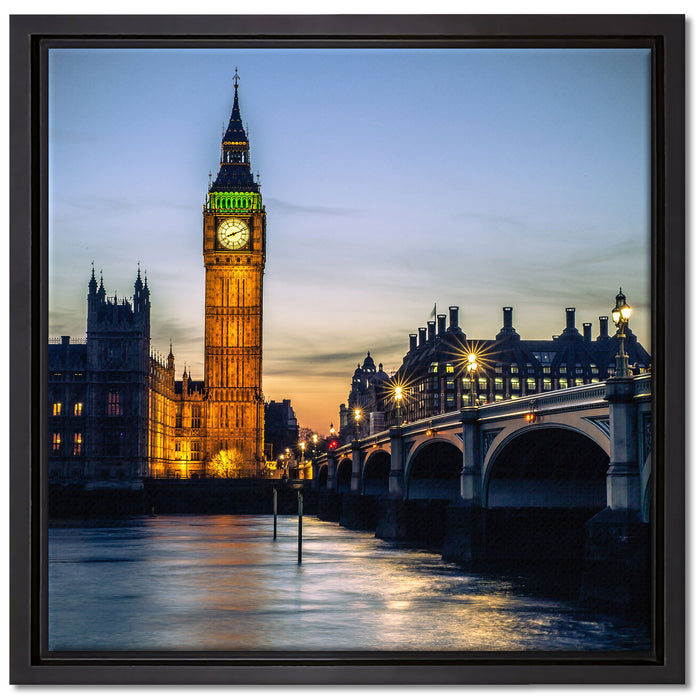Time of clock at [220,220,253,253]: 8:11
